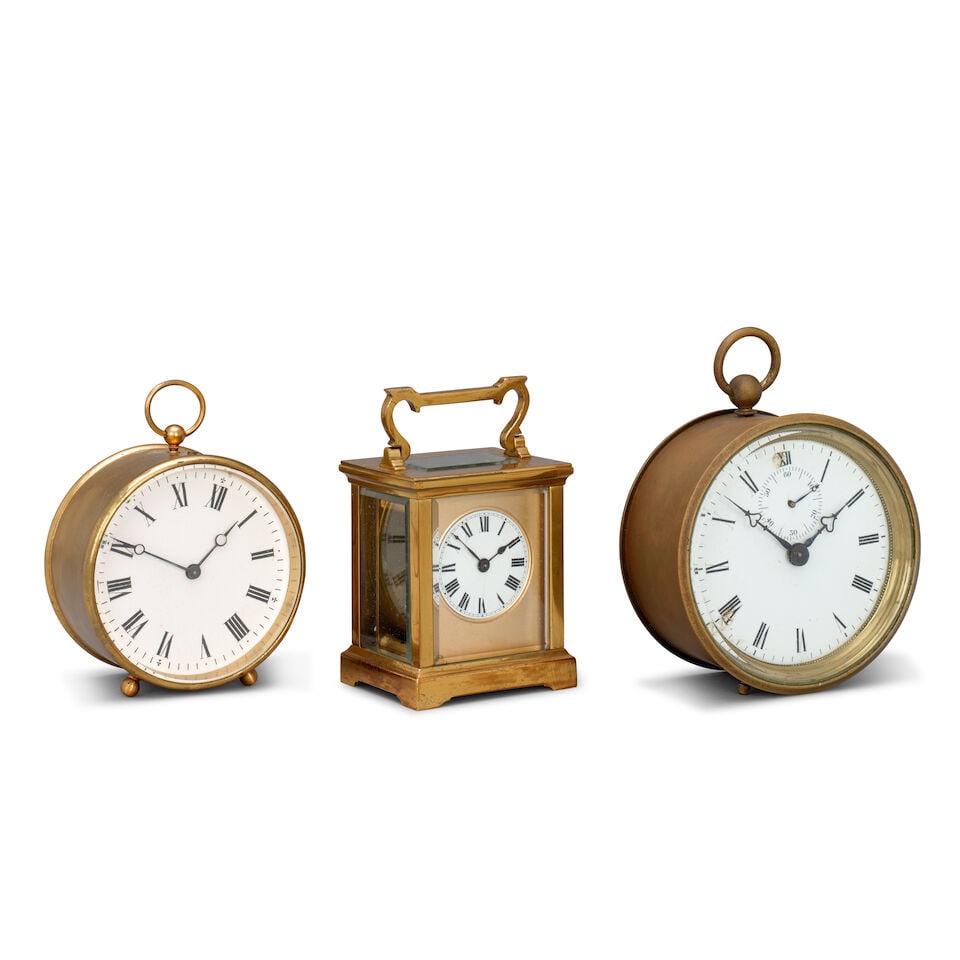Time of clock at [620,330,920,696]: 1:52
